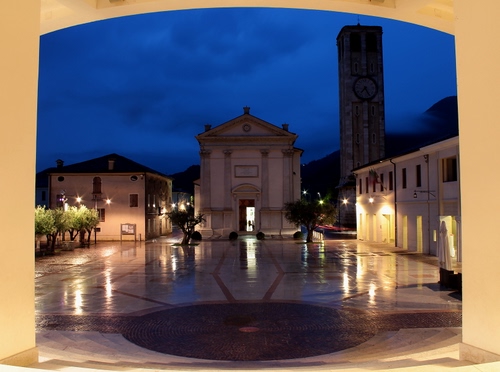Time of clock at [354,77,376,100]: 7:25
